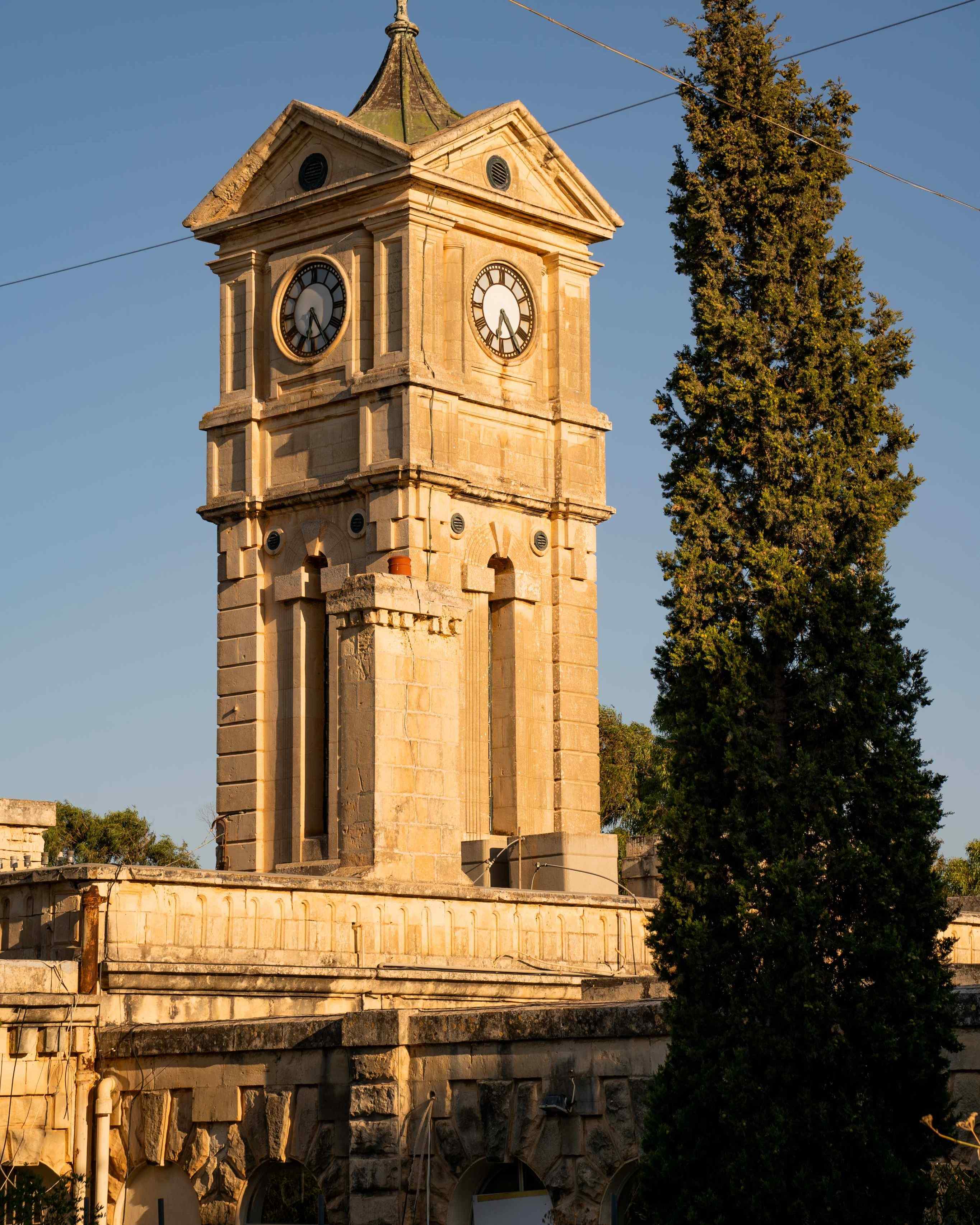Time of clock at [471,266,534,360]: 6:24
